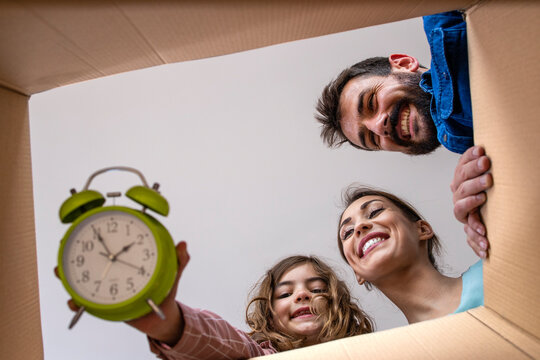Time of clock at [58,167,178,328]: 1:55
